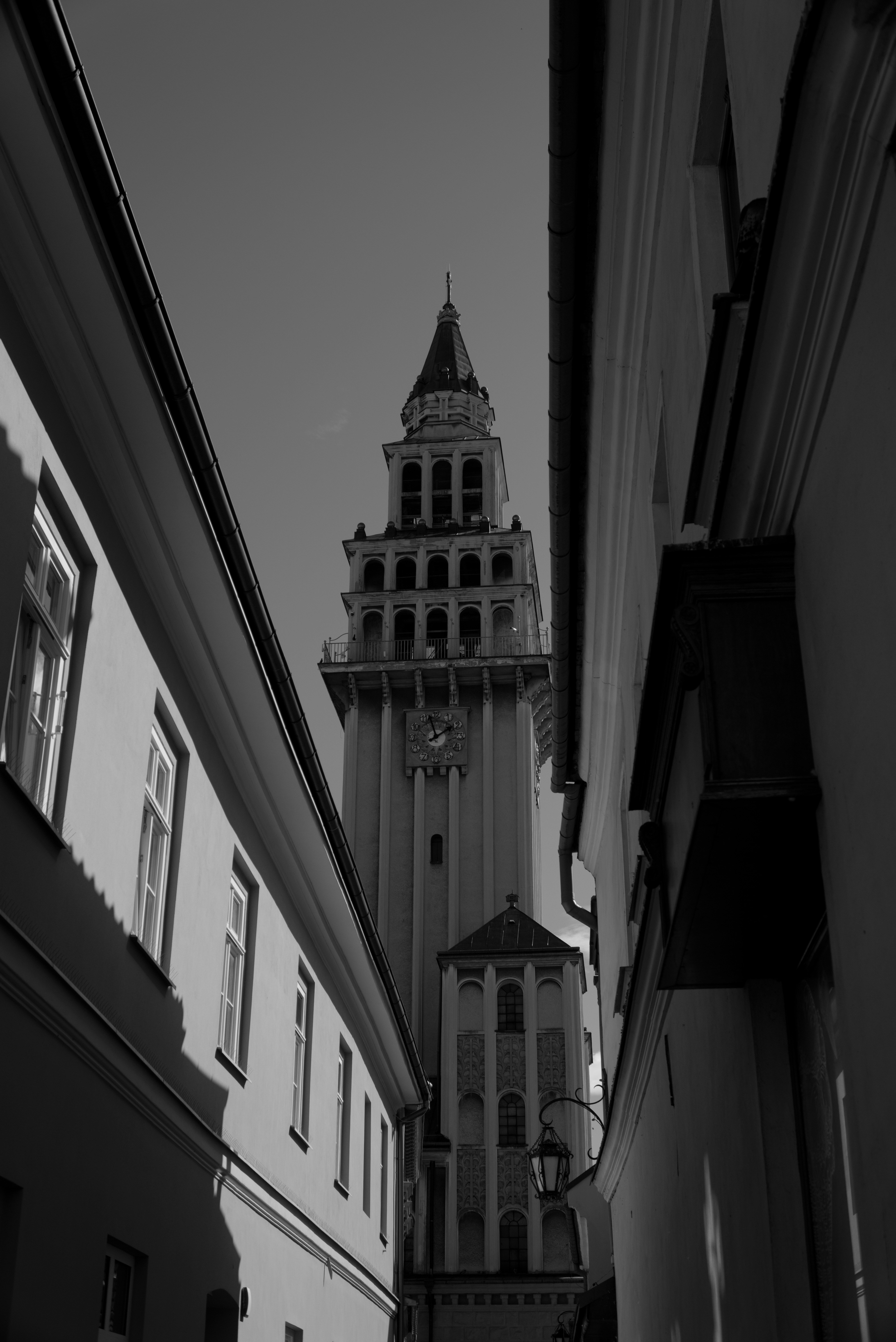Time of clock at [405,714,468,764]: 1:57
